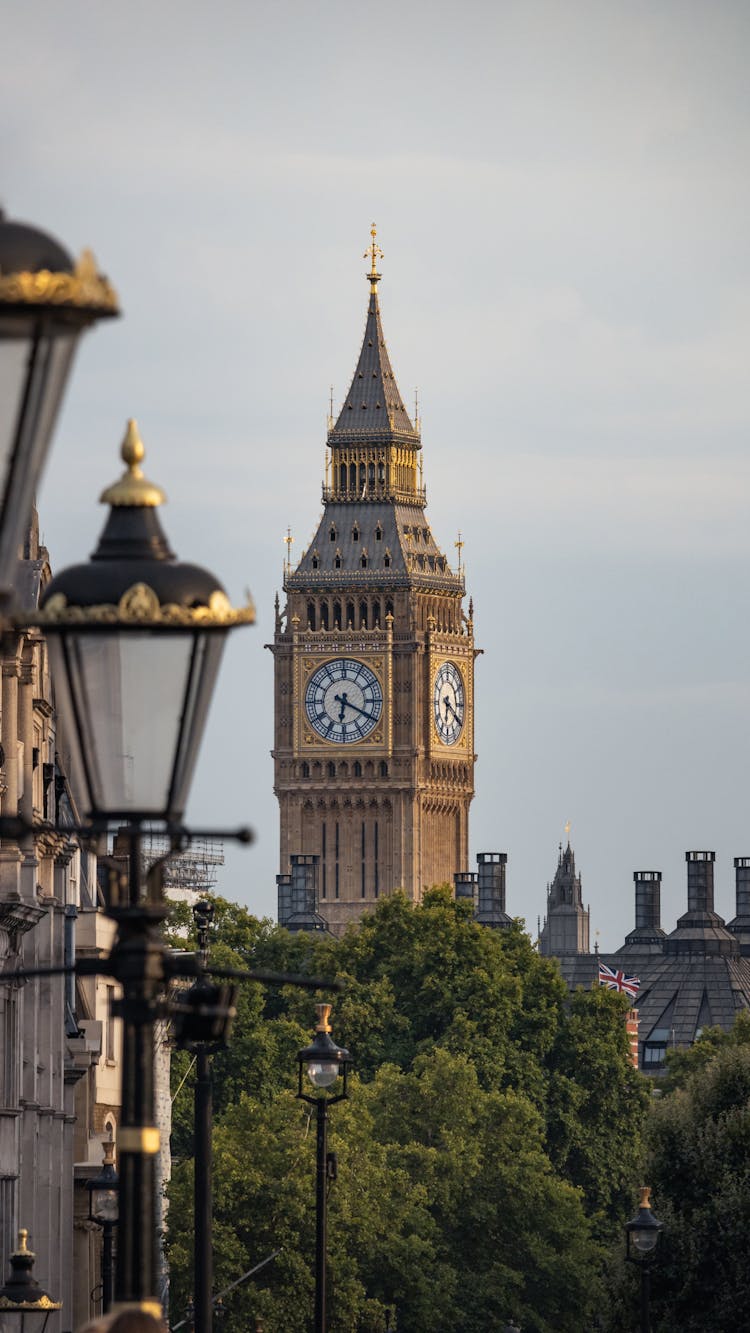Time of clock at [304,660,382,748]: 6:19
